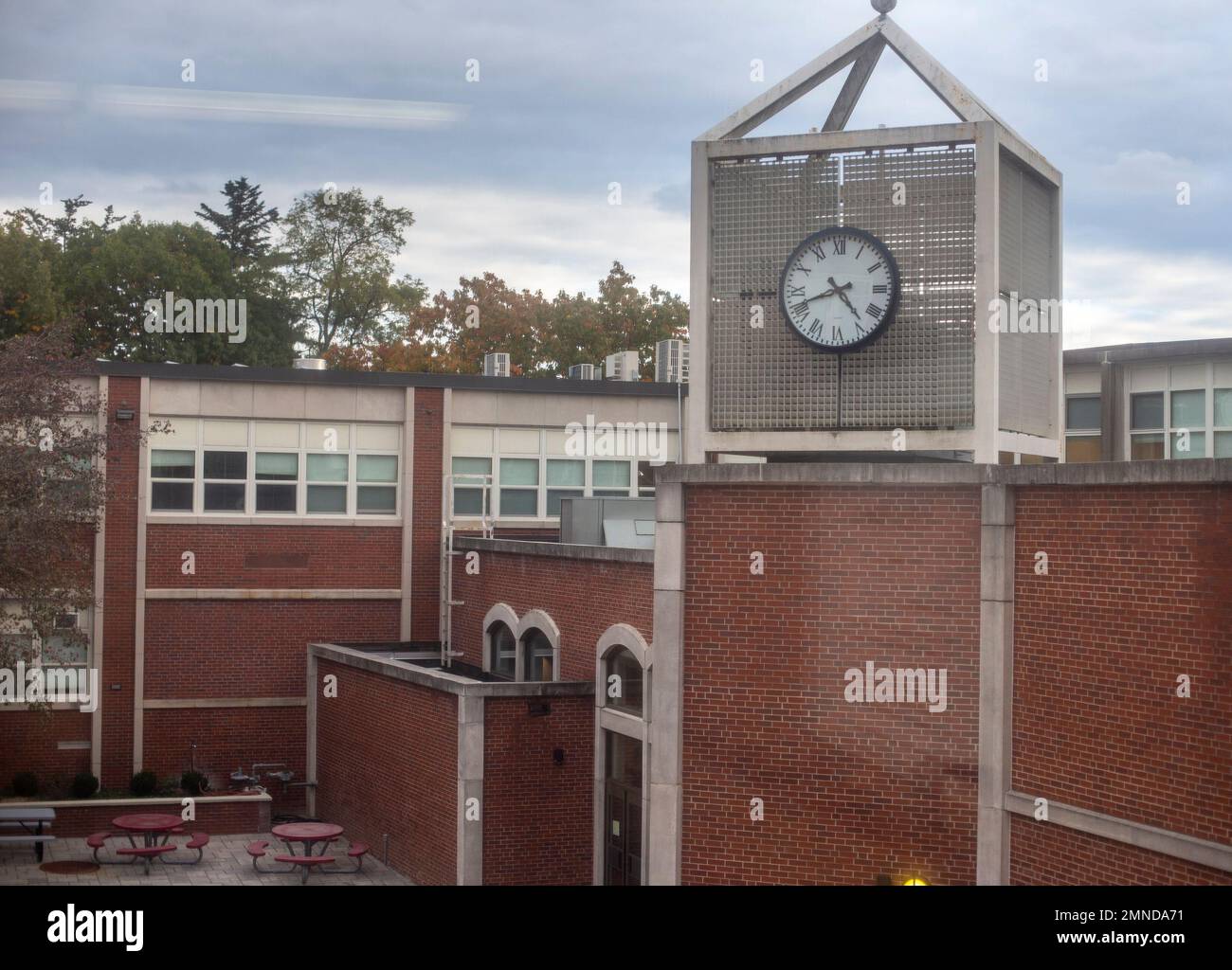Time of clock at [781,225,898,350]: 4:41
